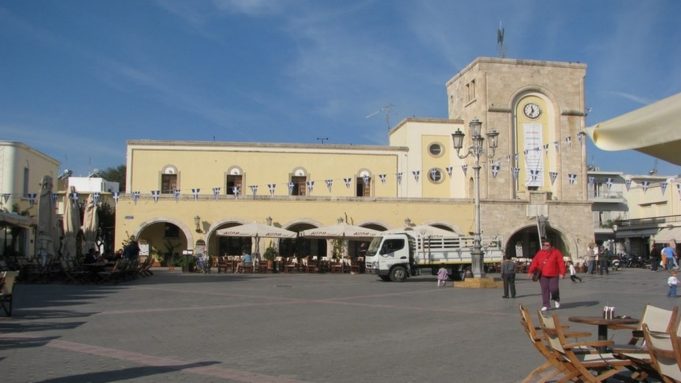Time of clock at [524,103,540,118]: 11:33
